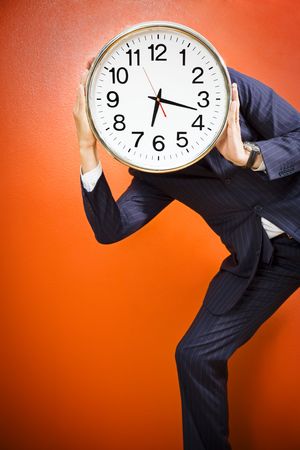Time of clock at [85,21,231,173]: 6:17
